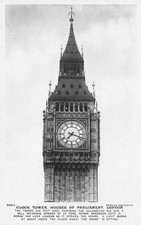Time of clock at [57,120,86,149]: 7:18
